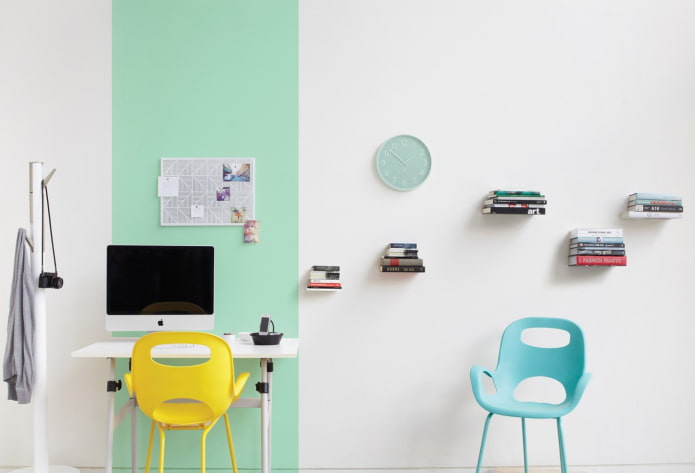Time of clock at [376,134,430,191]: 1:52
